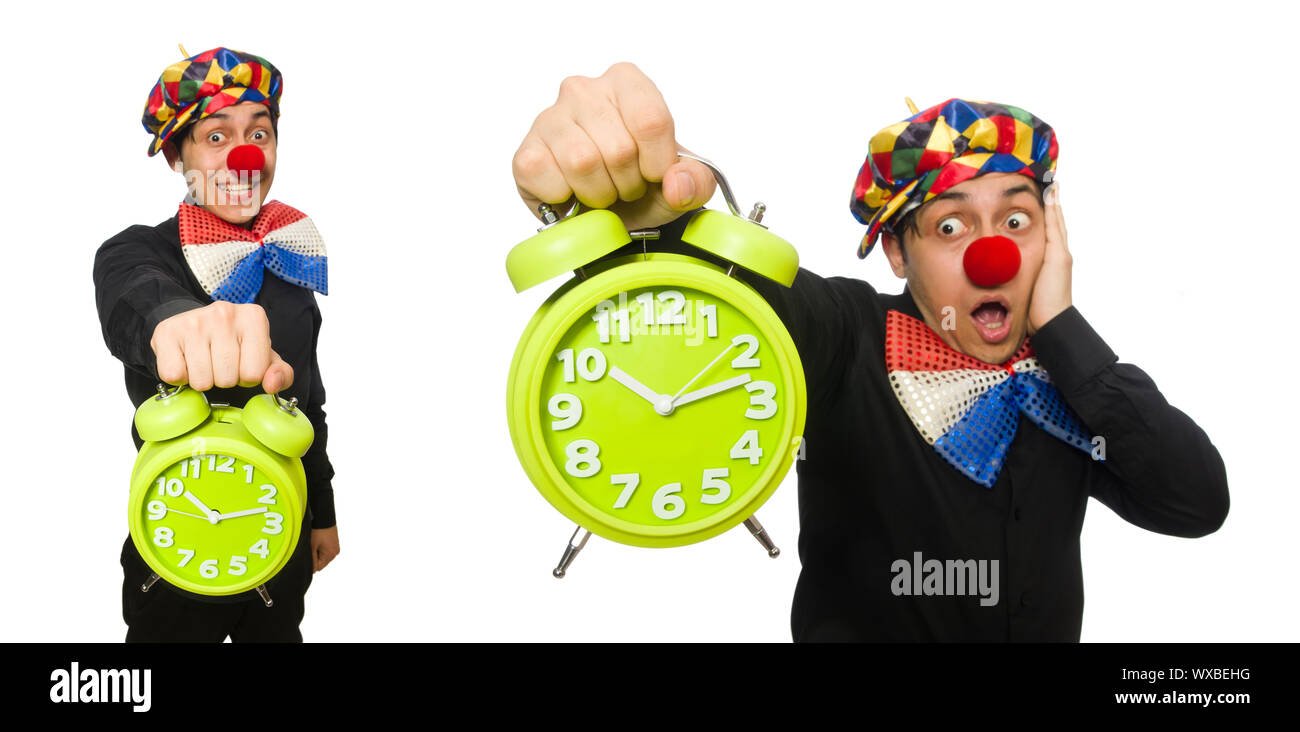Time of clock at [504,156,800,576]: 10:12
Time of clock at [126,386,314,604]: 10:12
